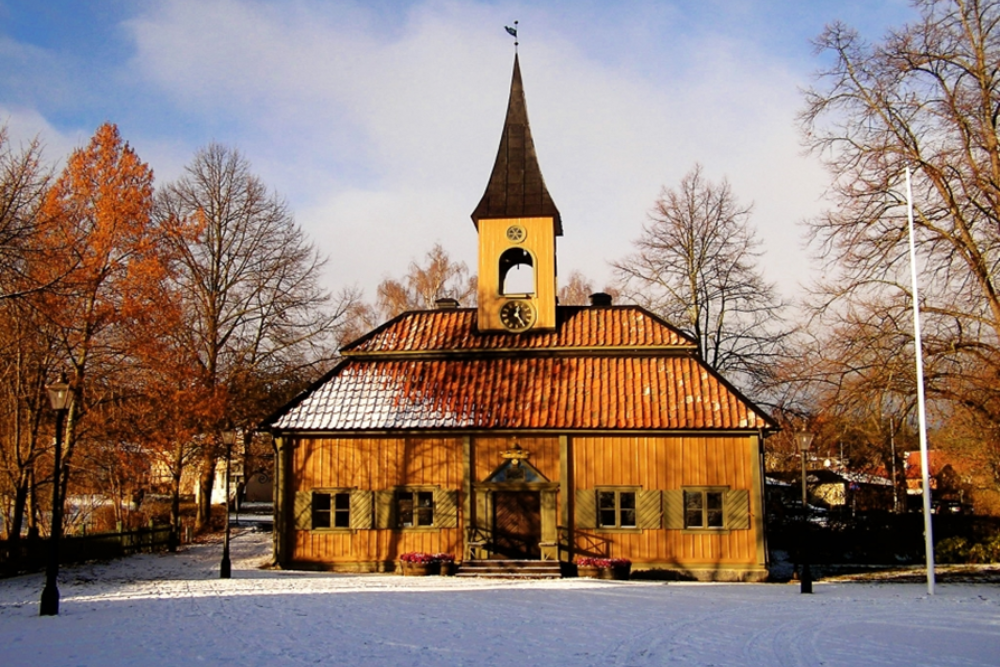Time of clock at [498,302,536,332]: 12:24
